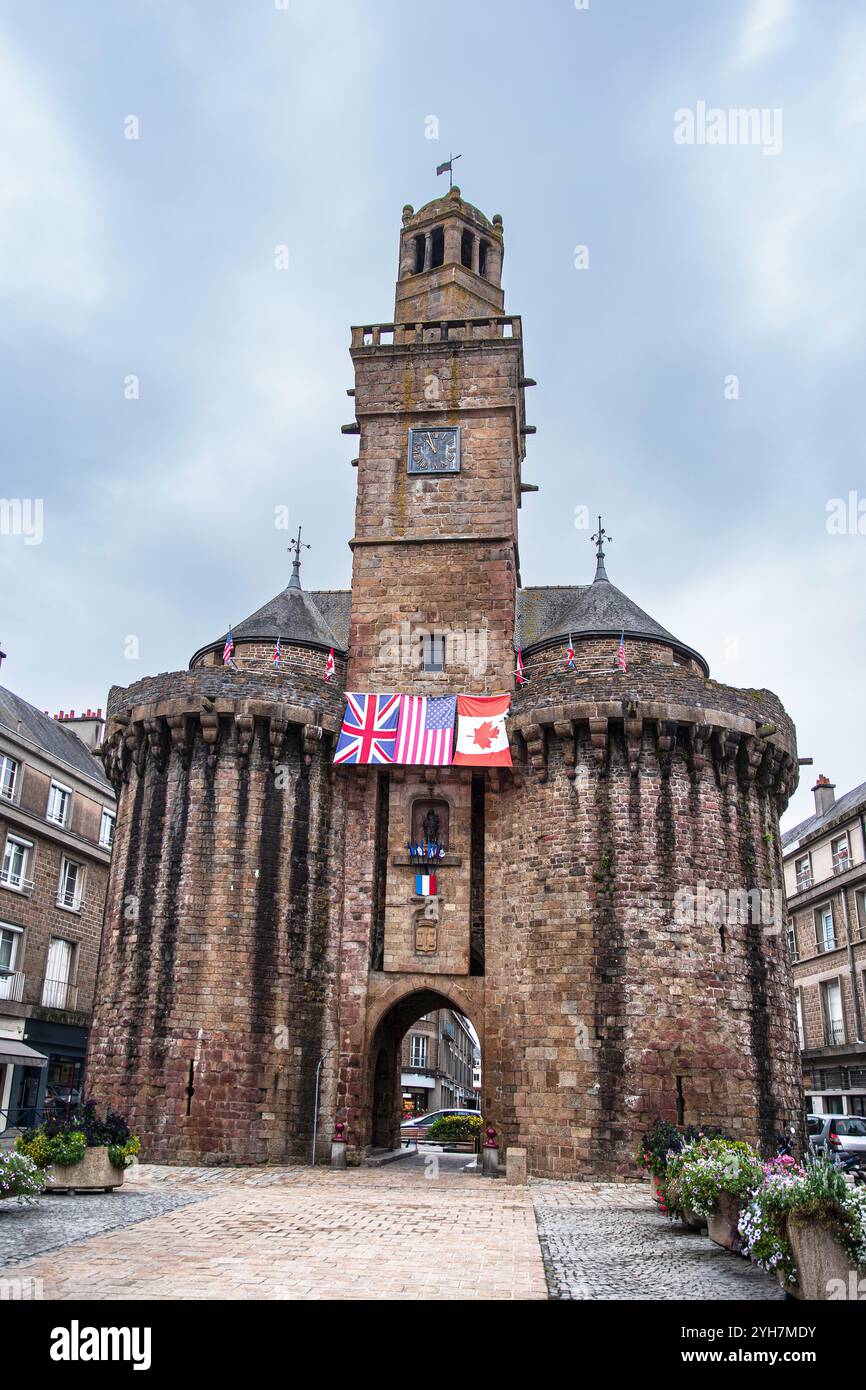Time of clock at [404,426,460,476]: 10:57
